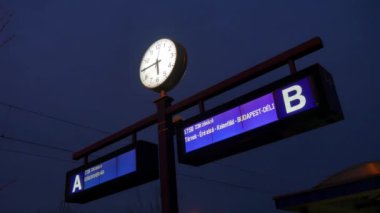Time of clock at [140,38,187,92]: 5:45
